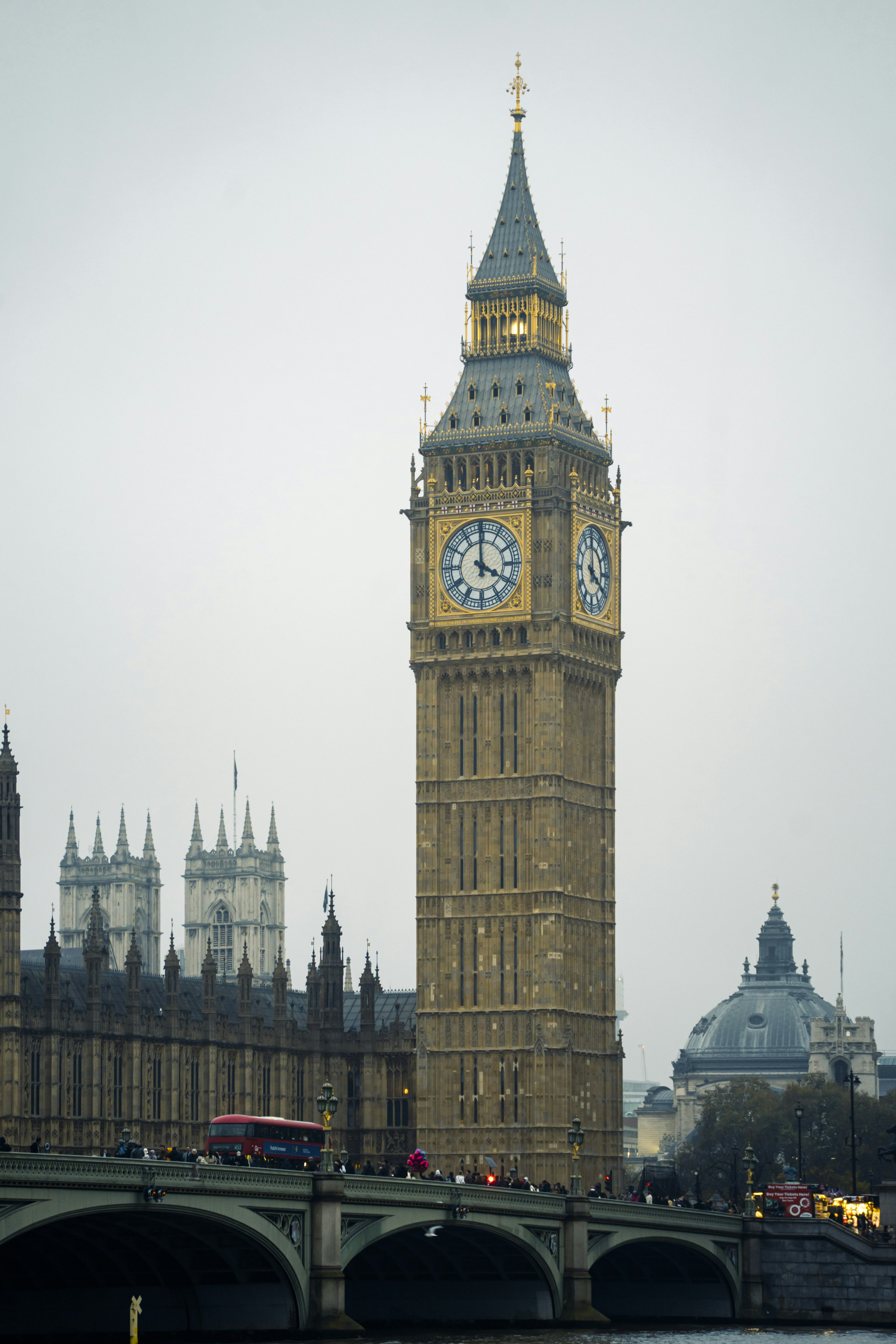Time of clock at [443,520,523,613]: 3:59
